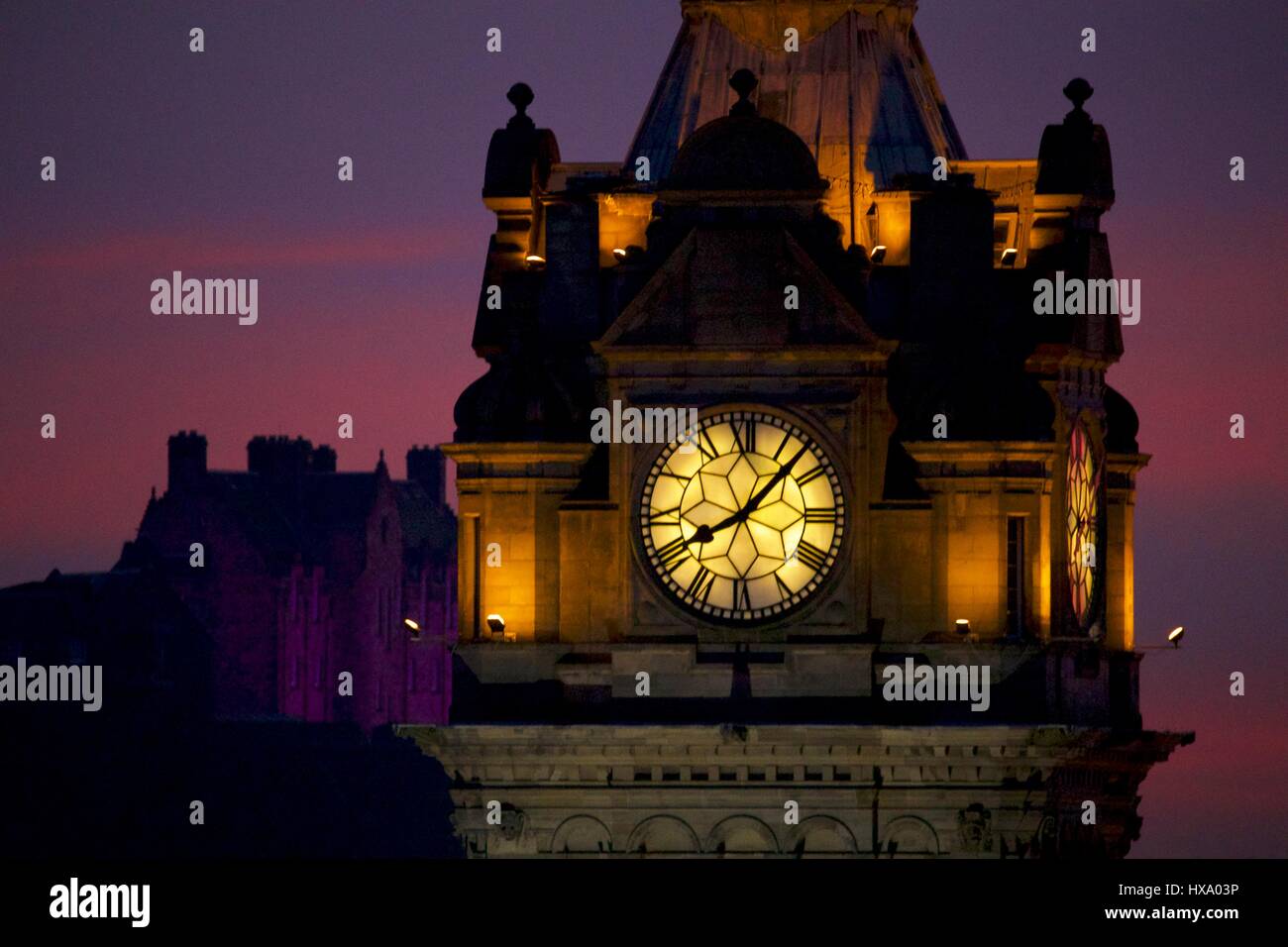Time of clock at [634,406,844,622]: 8:07
